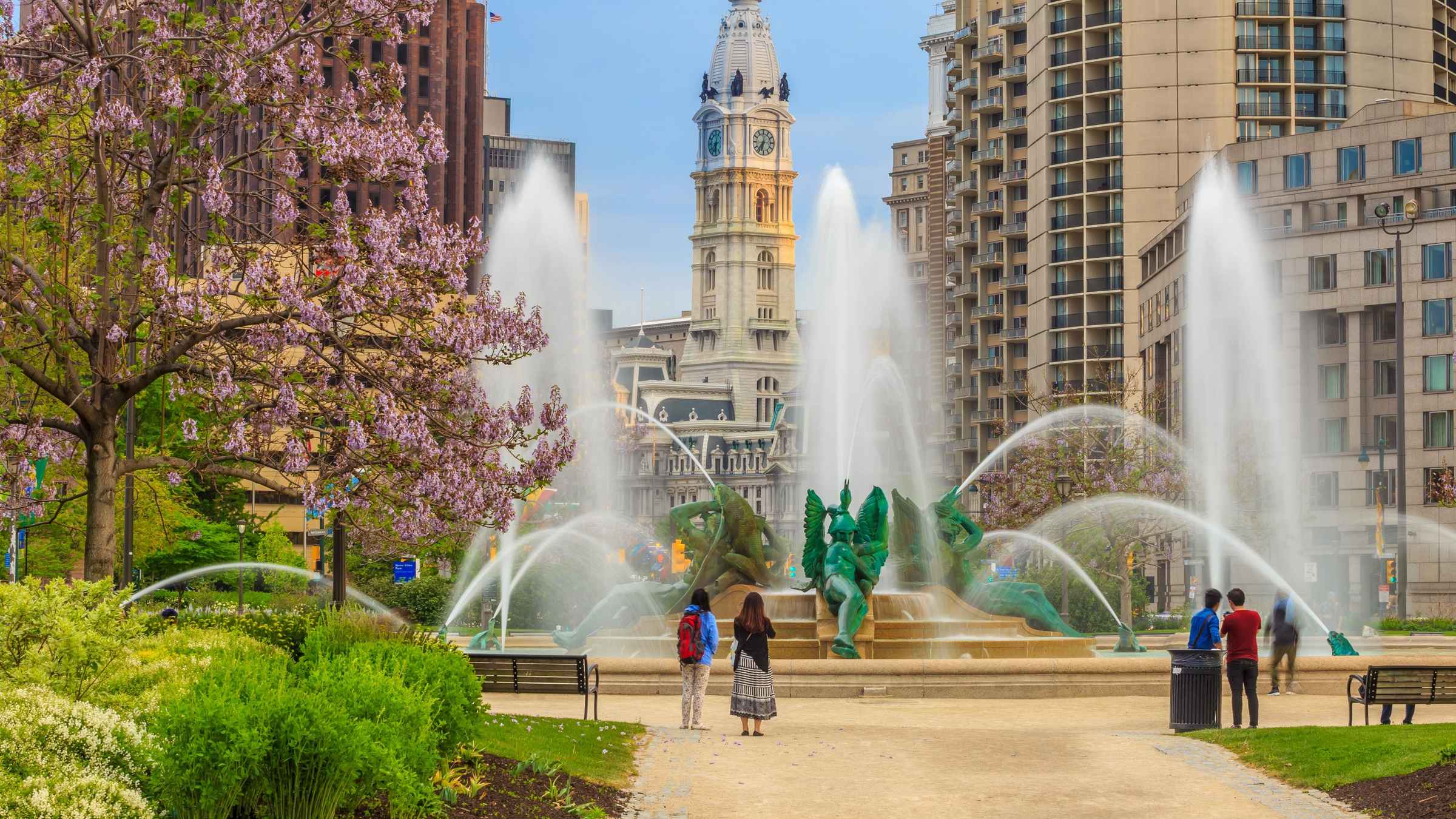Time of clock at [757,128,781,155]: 6:36
